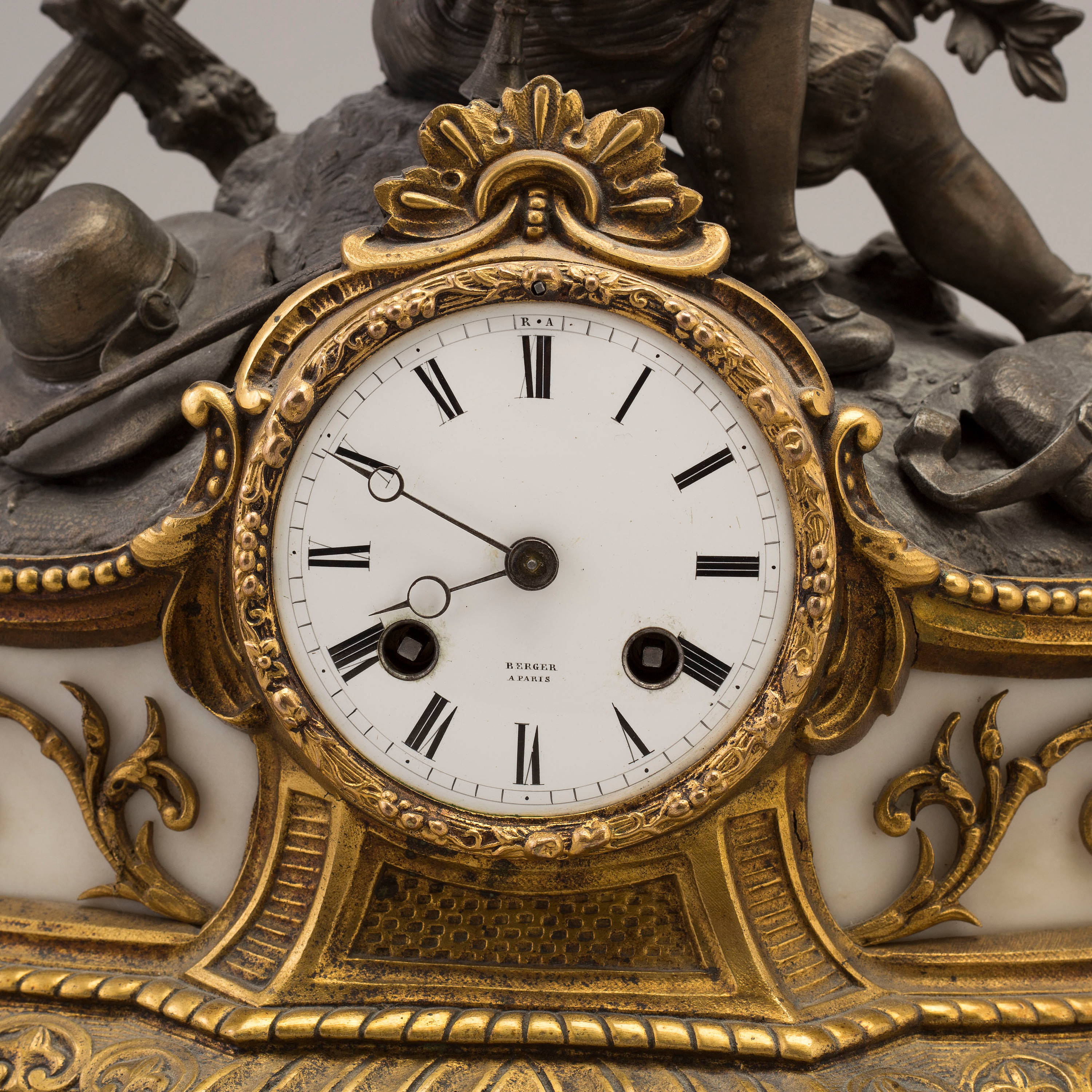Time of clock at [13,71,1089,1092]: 7:49
